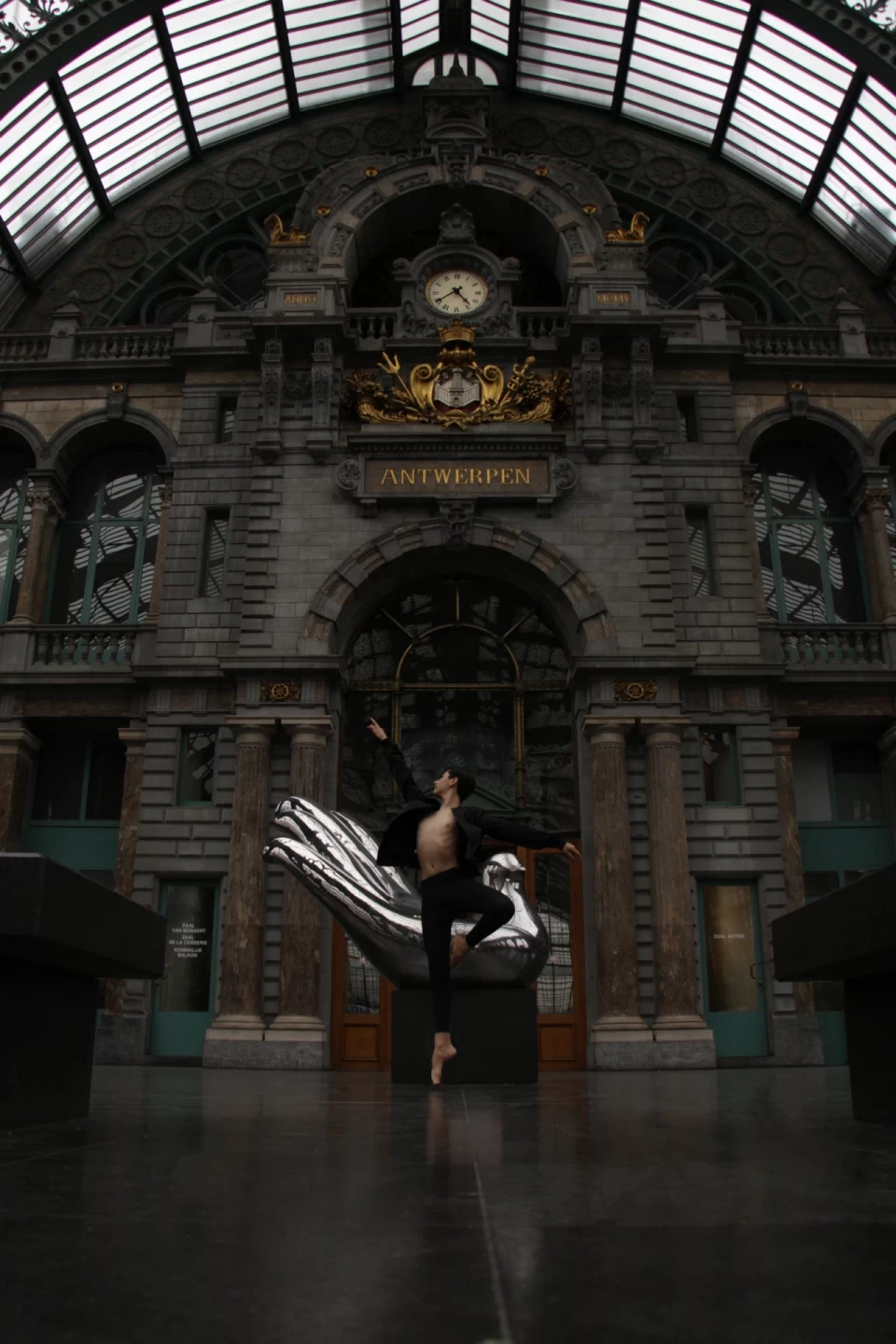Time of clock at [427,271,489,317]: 4:39
